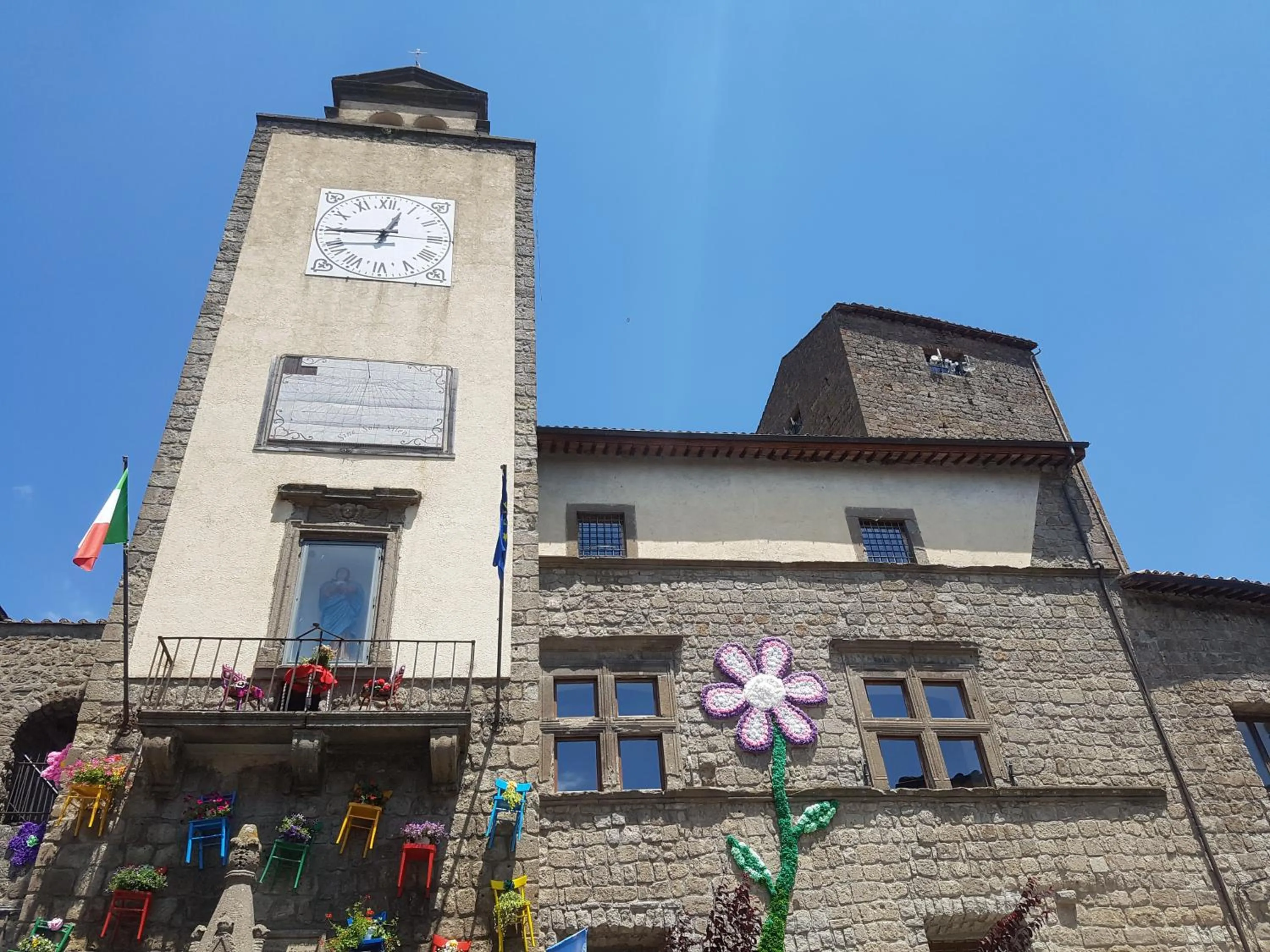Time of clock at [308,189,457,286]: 12:45
